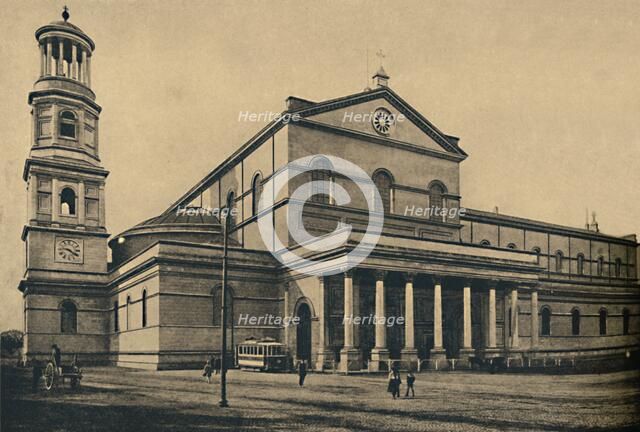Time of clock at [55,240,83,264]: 9:20
